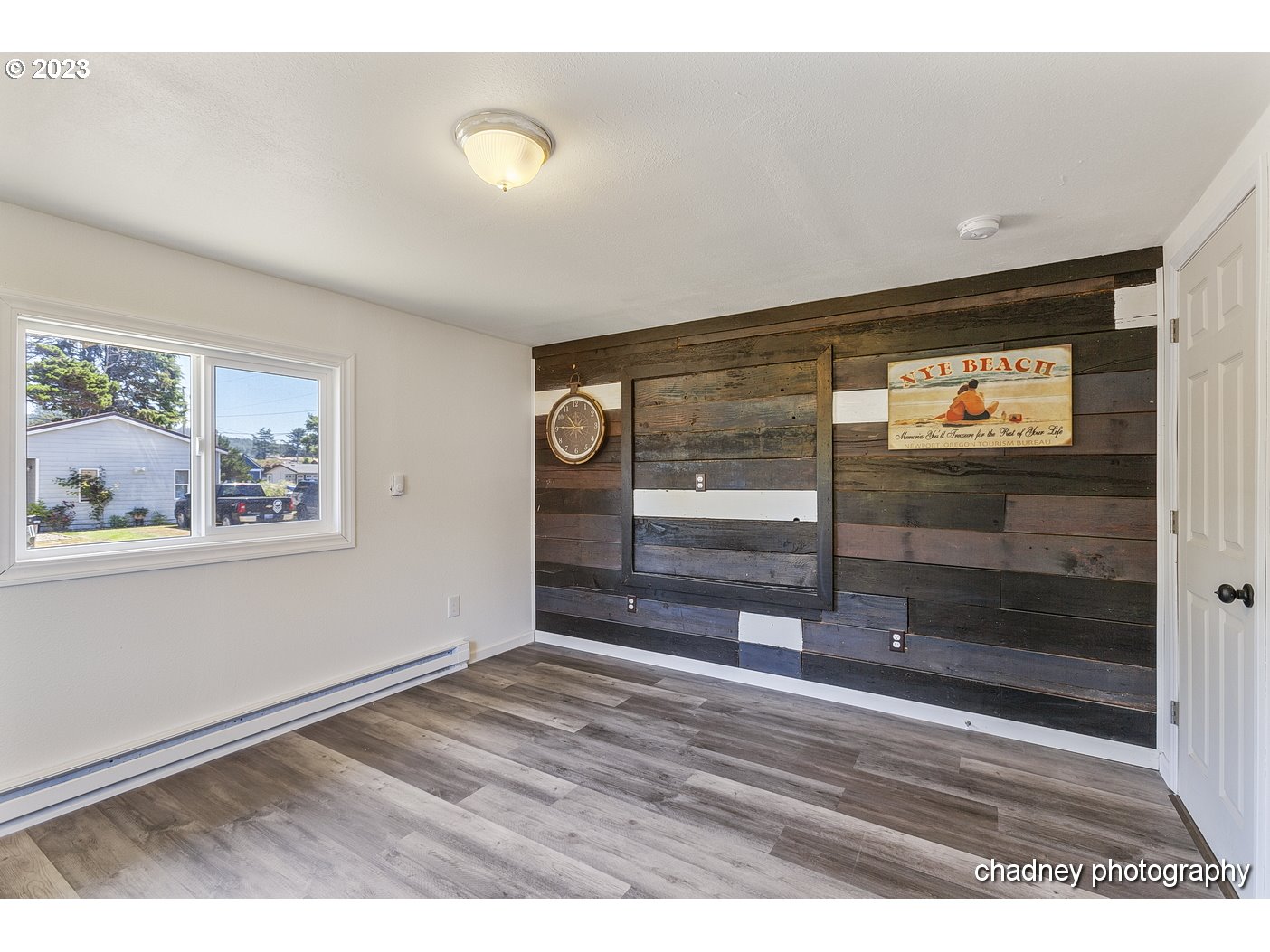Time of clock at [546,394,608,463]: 10:45
